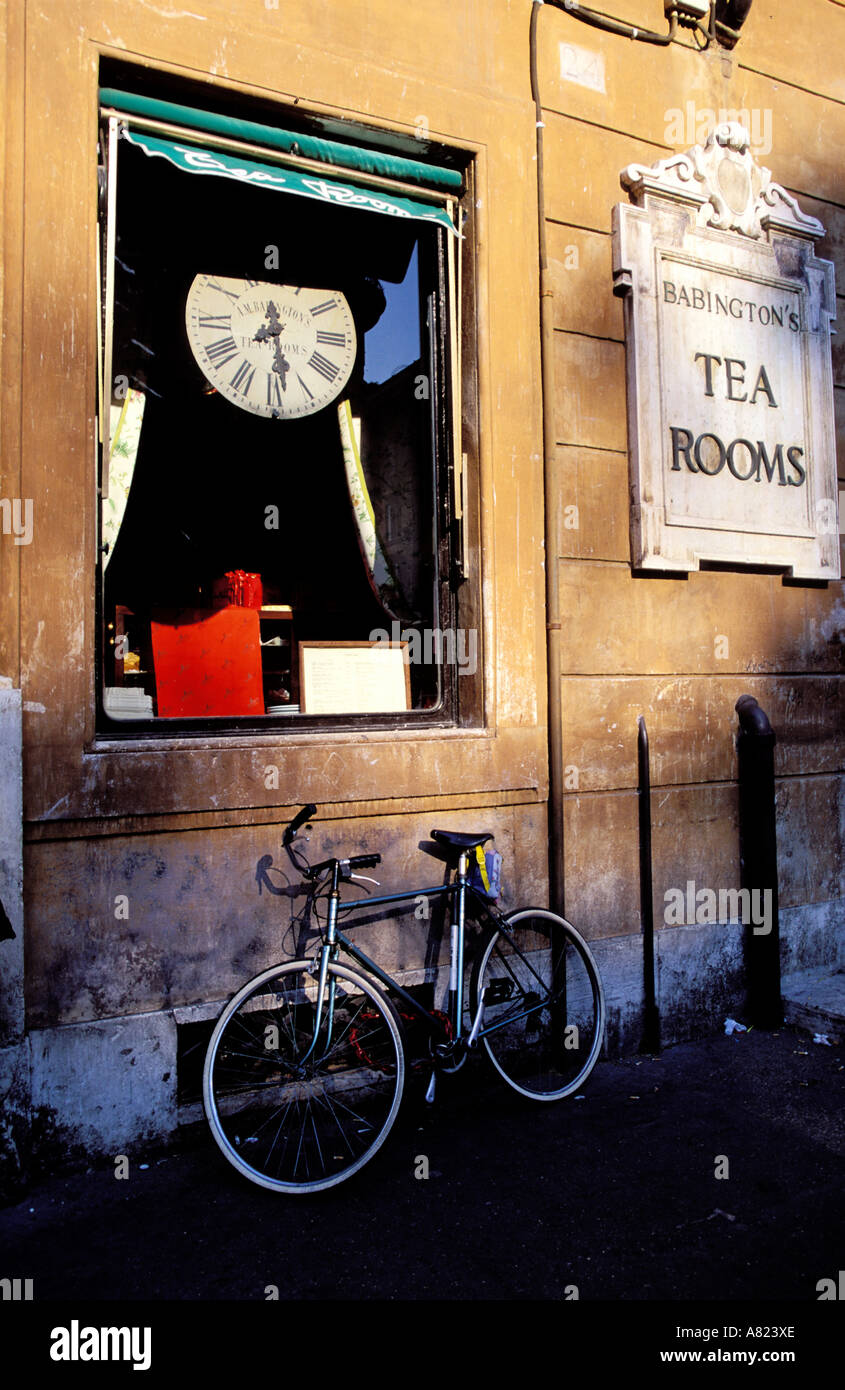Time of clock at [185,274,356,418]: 7:28
